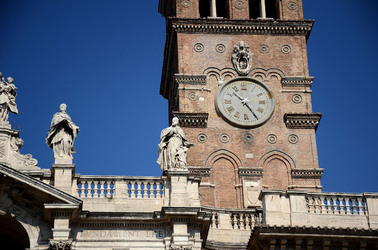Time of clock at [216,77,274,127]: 10:24
